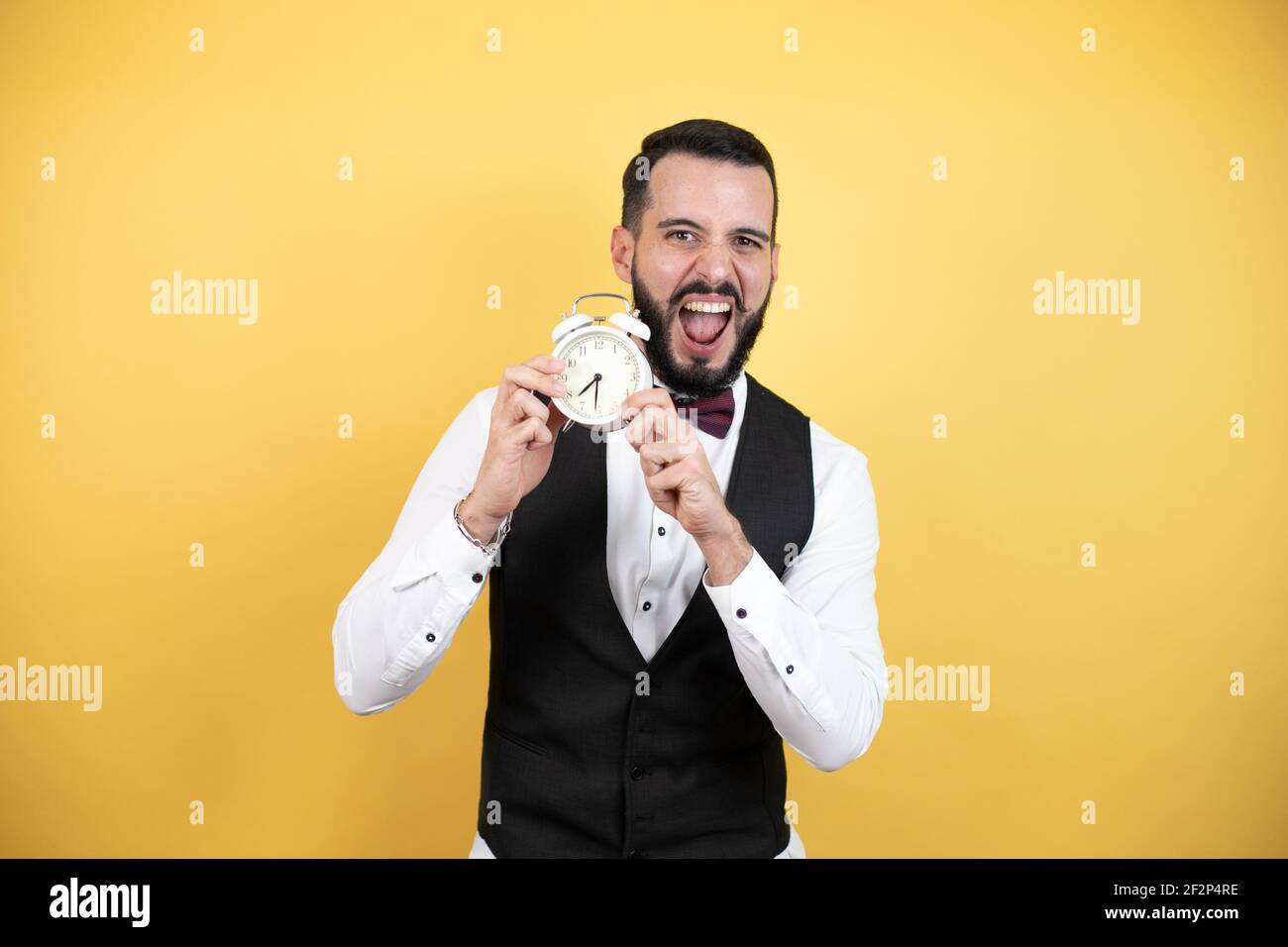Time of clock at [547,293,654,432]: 7:31
